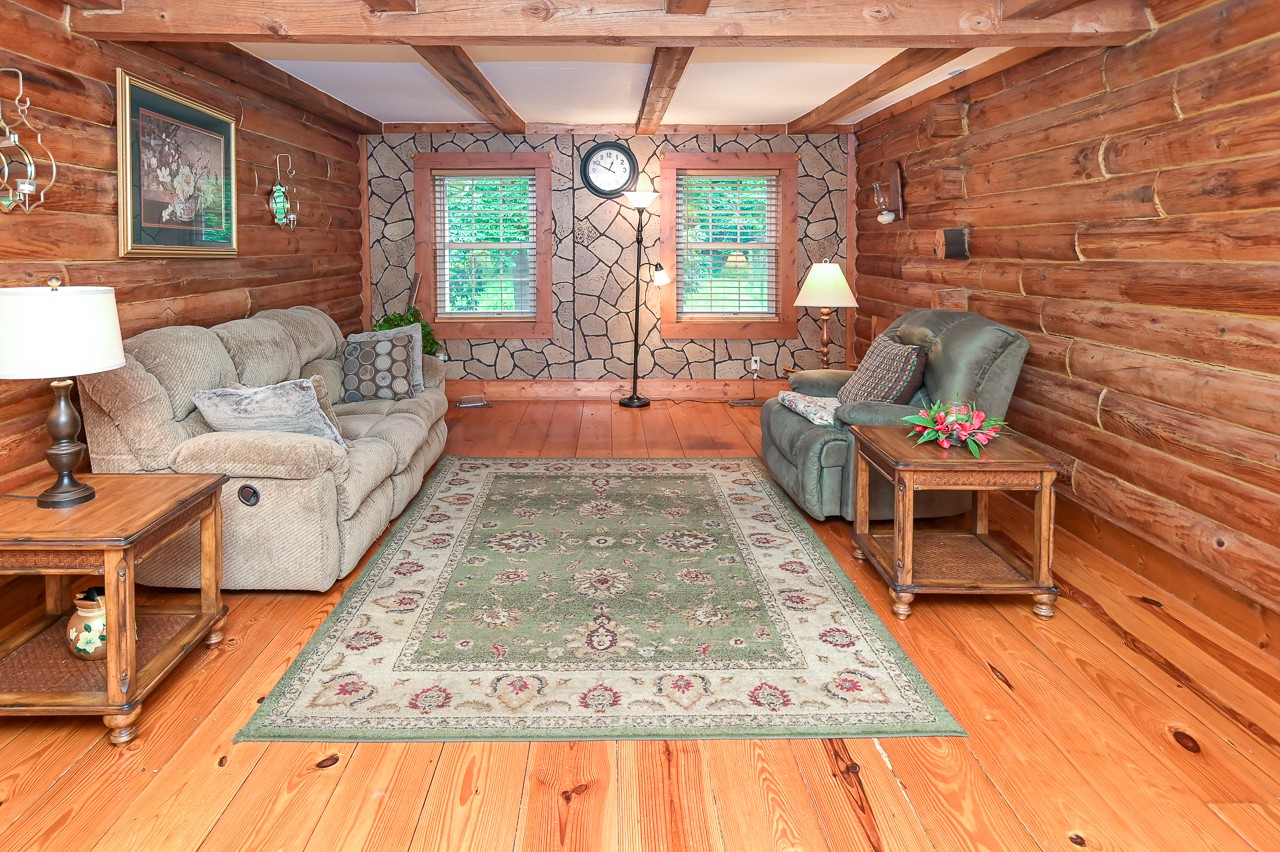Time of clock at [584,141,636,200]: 12:49
